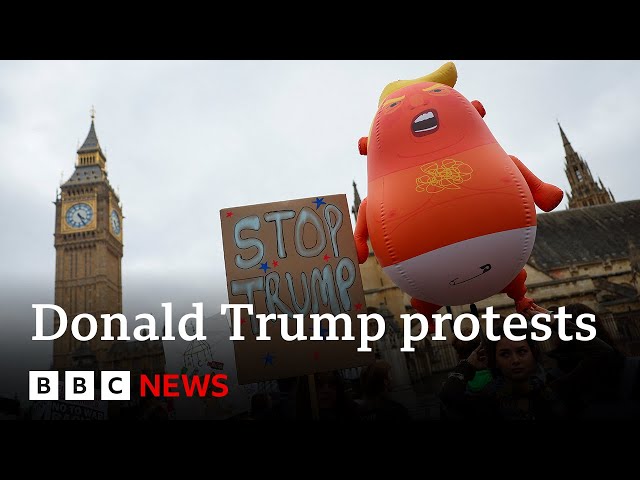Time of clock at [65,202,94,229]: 4:25
